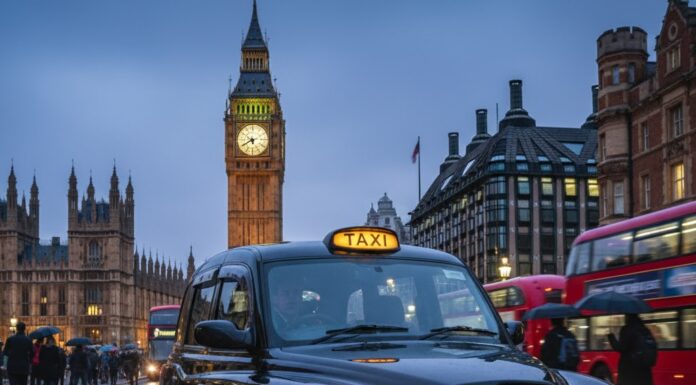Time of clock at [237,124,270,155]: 5:40
